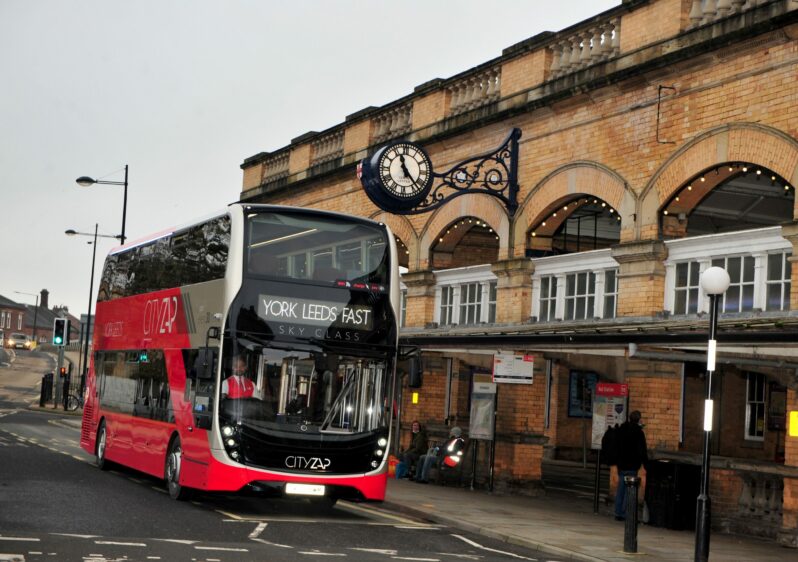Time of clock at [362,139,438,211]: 11:22
